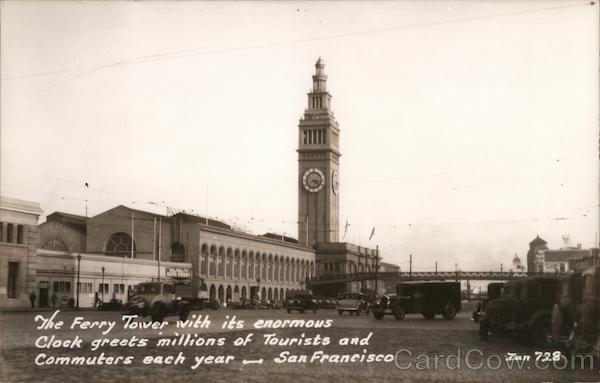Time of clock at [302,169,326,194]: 3:22
